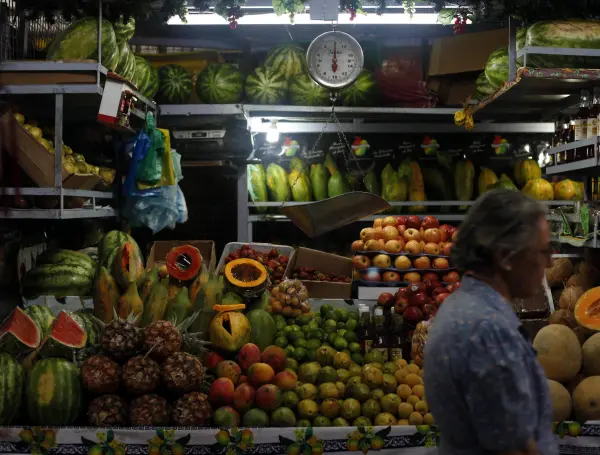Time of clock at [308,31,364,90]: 6:00
